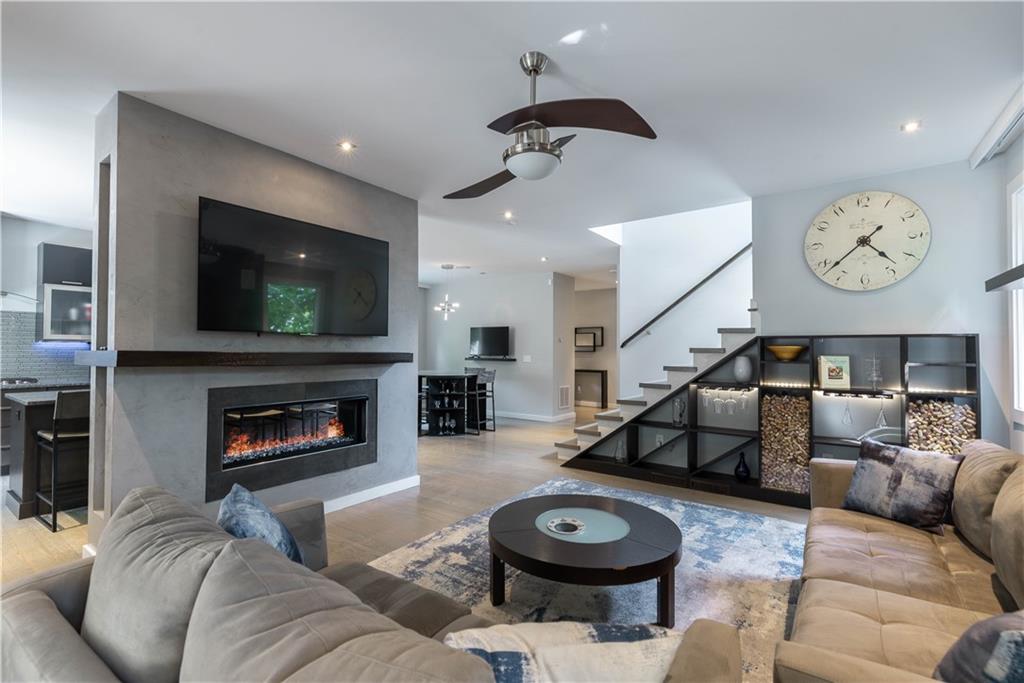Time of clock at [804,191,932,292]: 4:38
